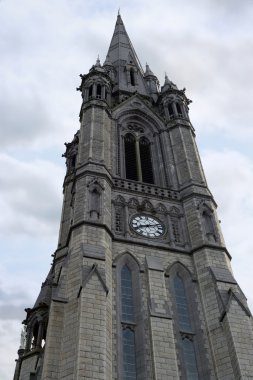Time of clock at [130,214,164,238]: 8:12
